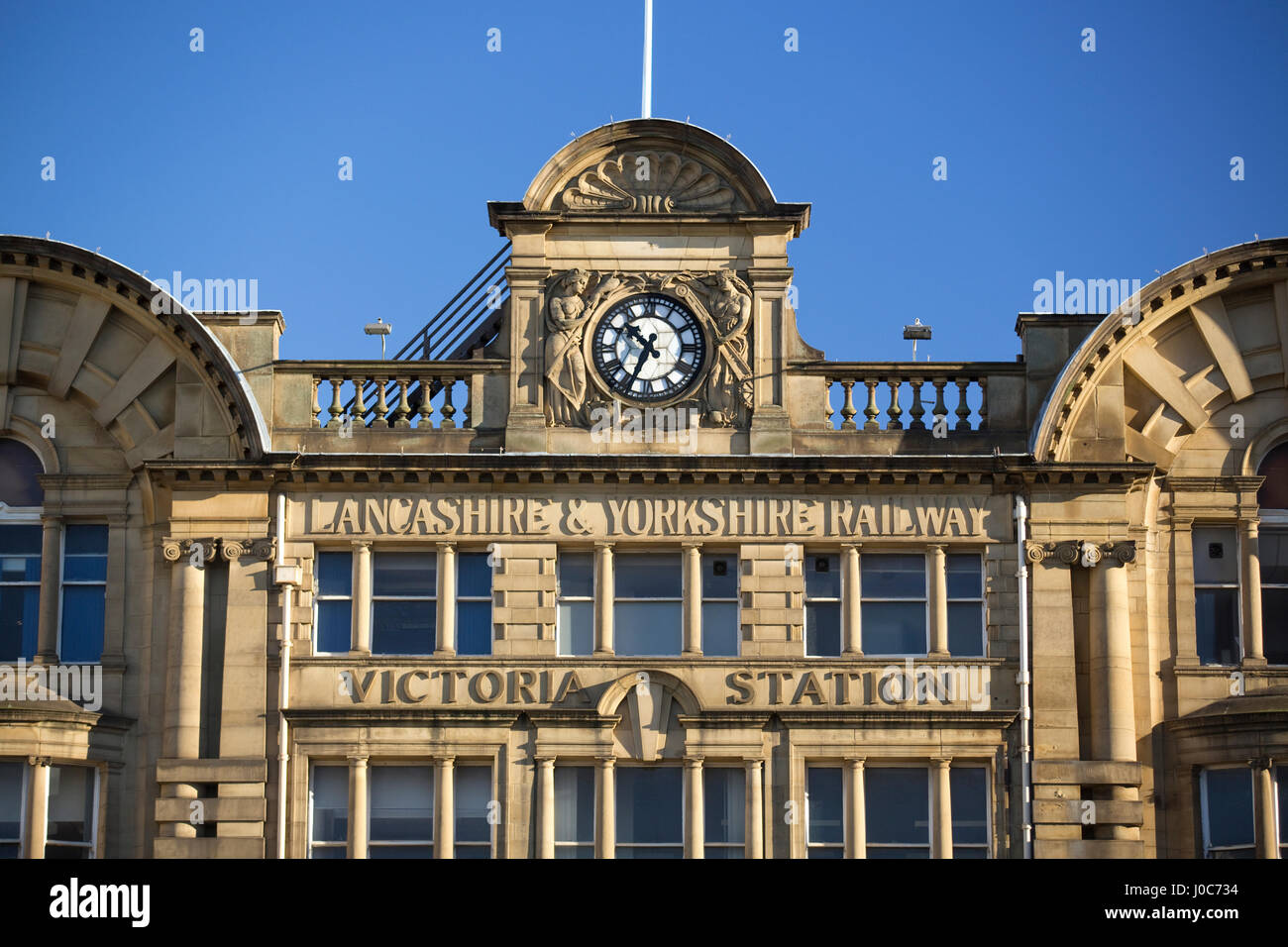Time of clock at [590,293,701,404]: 10:34
